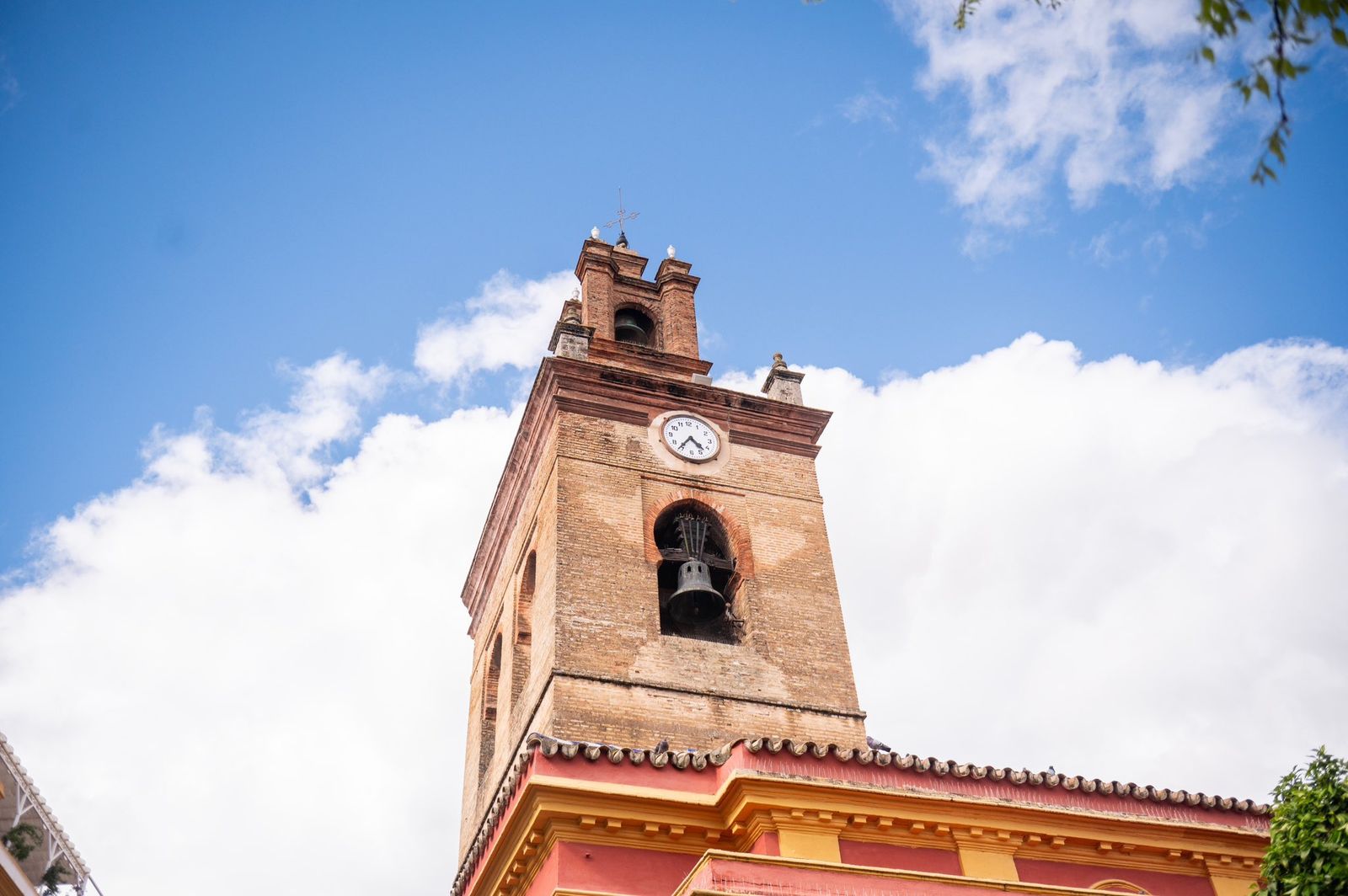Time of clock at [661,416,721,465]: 4:36
